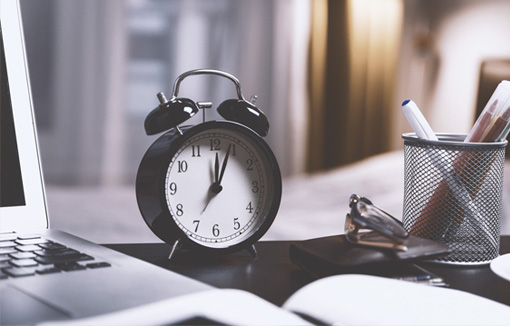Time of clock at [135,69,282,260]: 12:03
